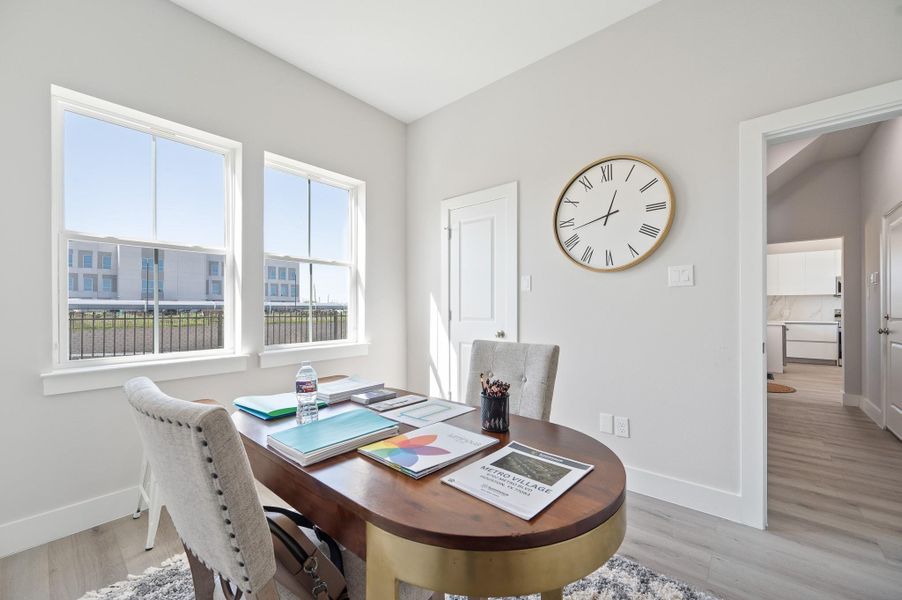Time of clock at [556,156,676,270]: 12:42
